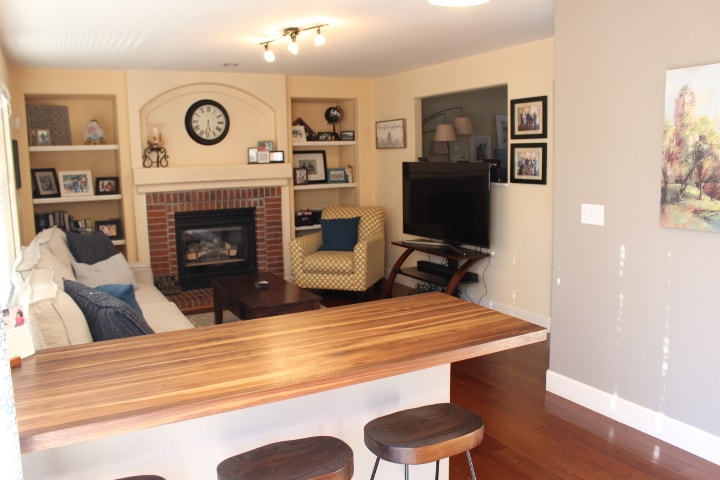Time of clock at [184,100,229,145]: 5:31
